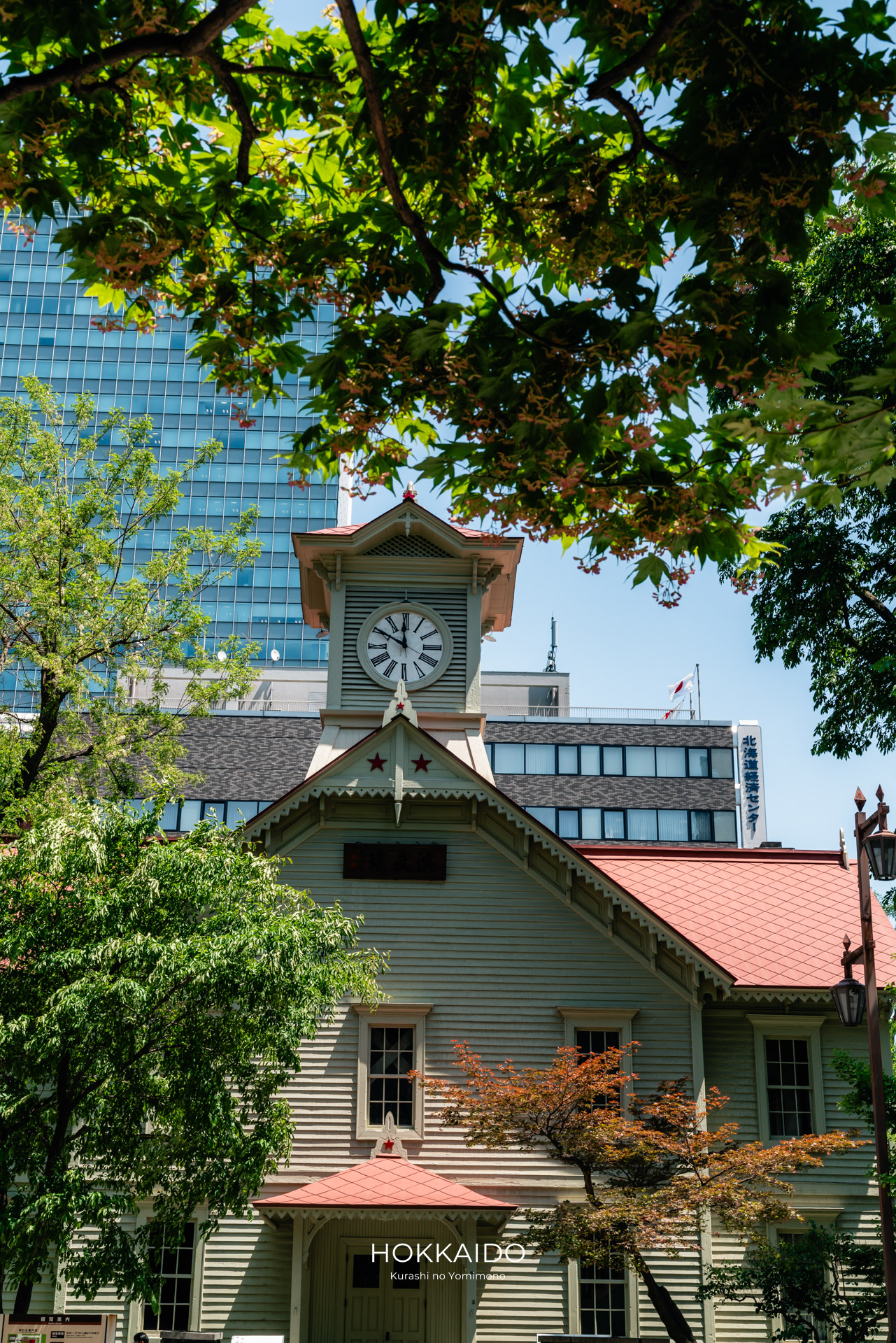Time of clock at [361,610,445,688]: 11:50
